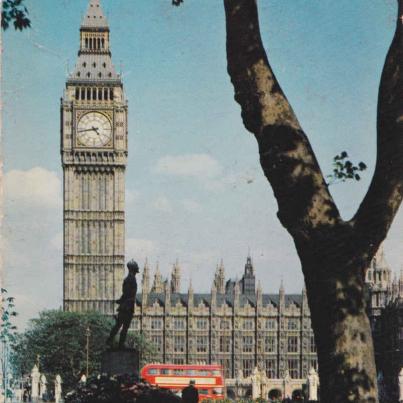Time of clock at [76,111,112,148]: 4:43
